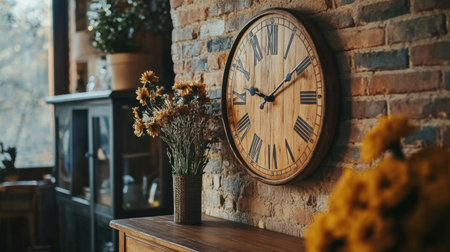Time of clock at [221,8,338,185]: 9:09
